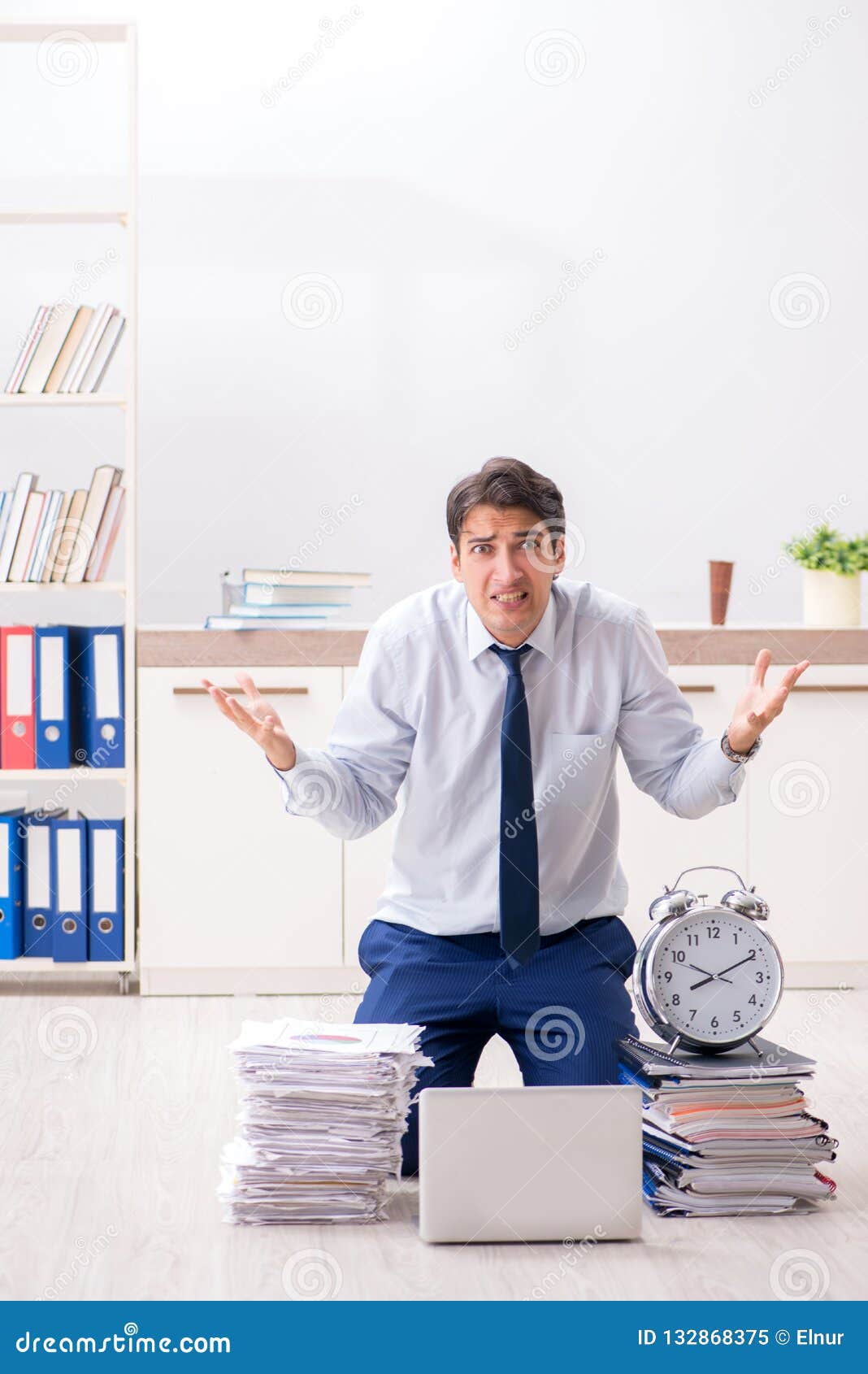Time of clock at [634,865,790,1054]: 8:10
